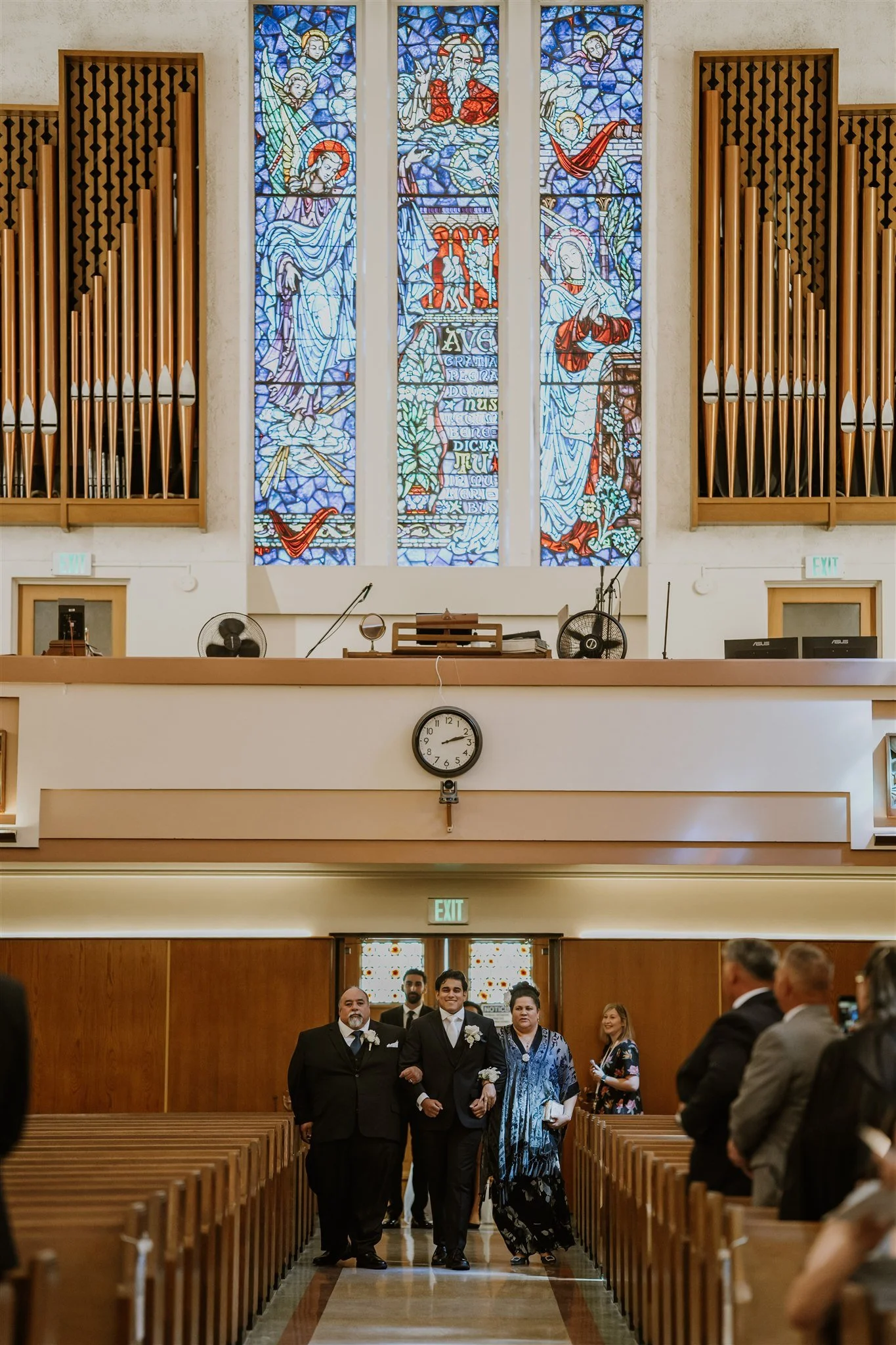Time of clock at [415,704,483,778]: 2:12
